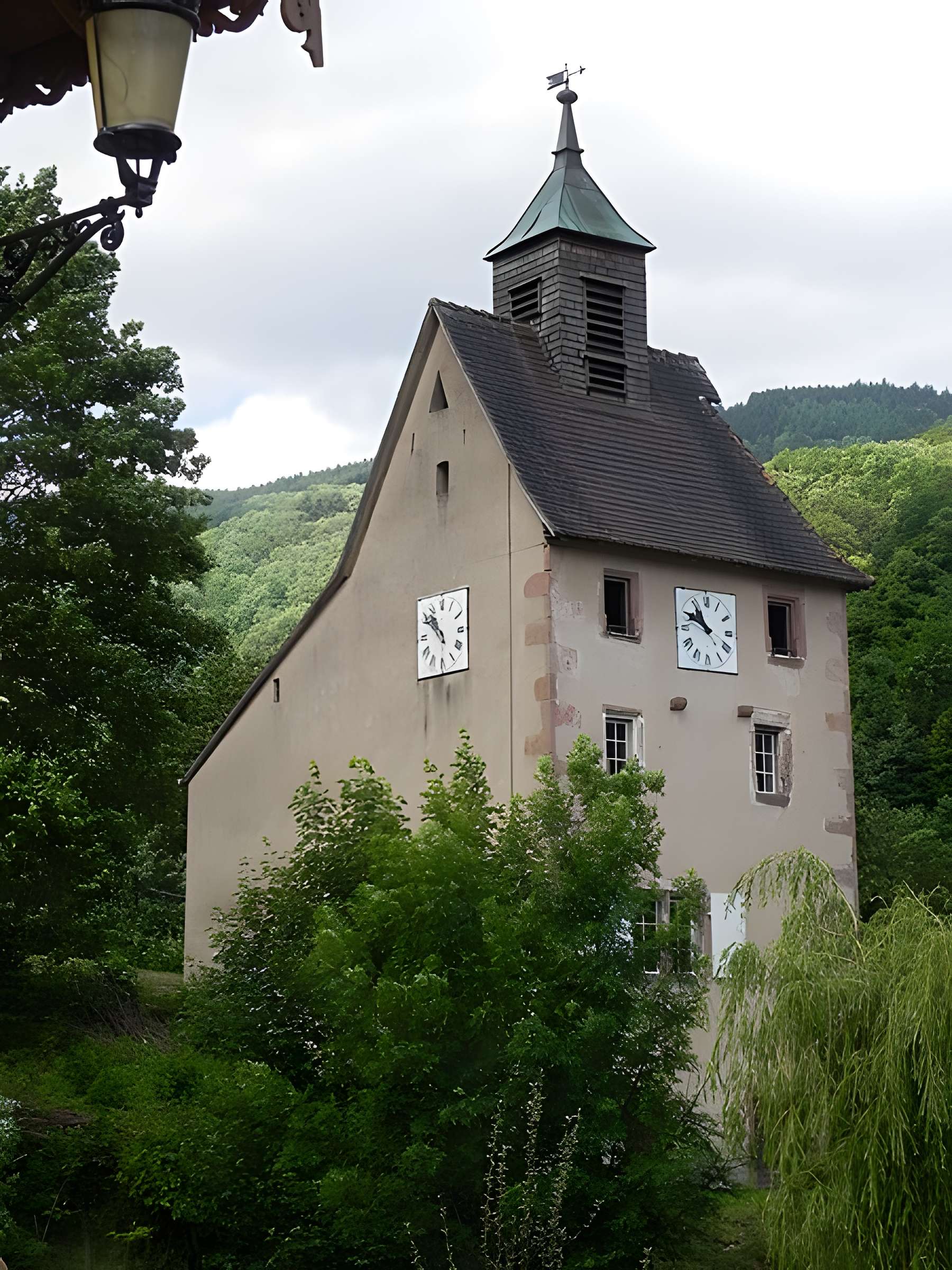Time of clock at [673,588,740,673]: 10:49
